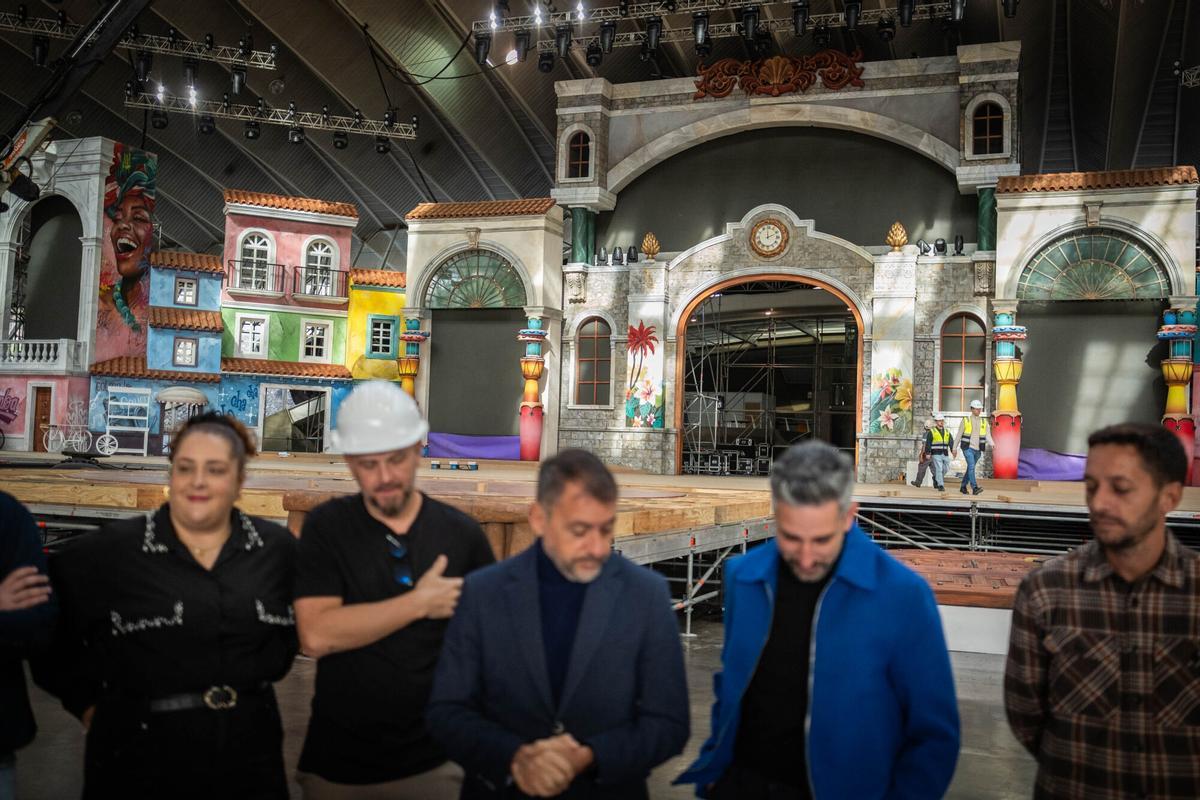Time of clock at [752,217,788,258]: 1:59
